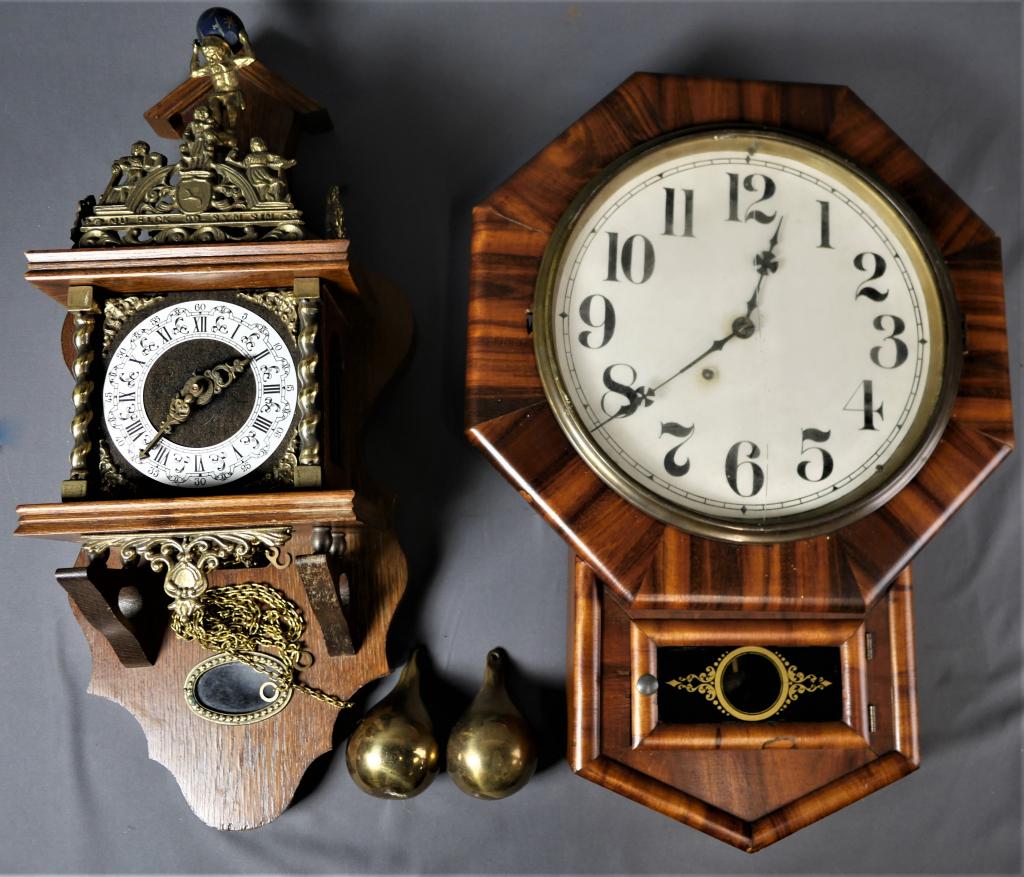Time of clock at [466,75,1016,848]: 12:38
